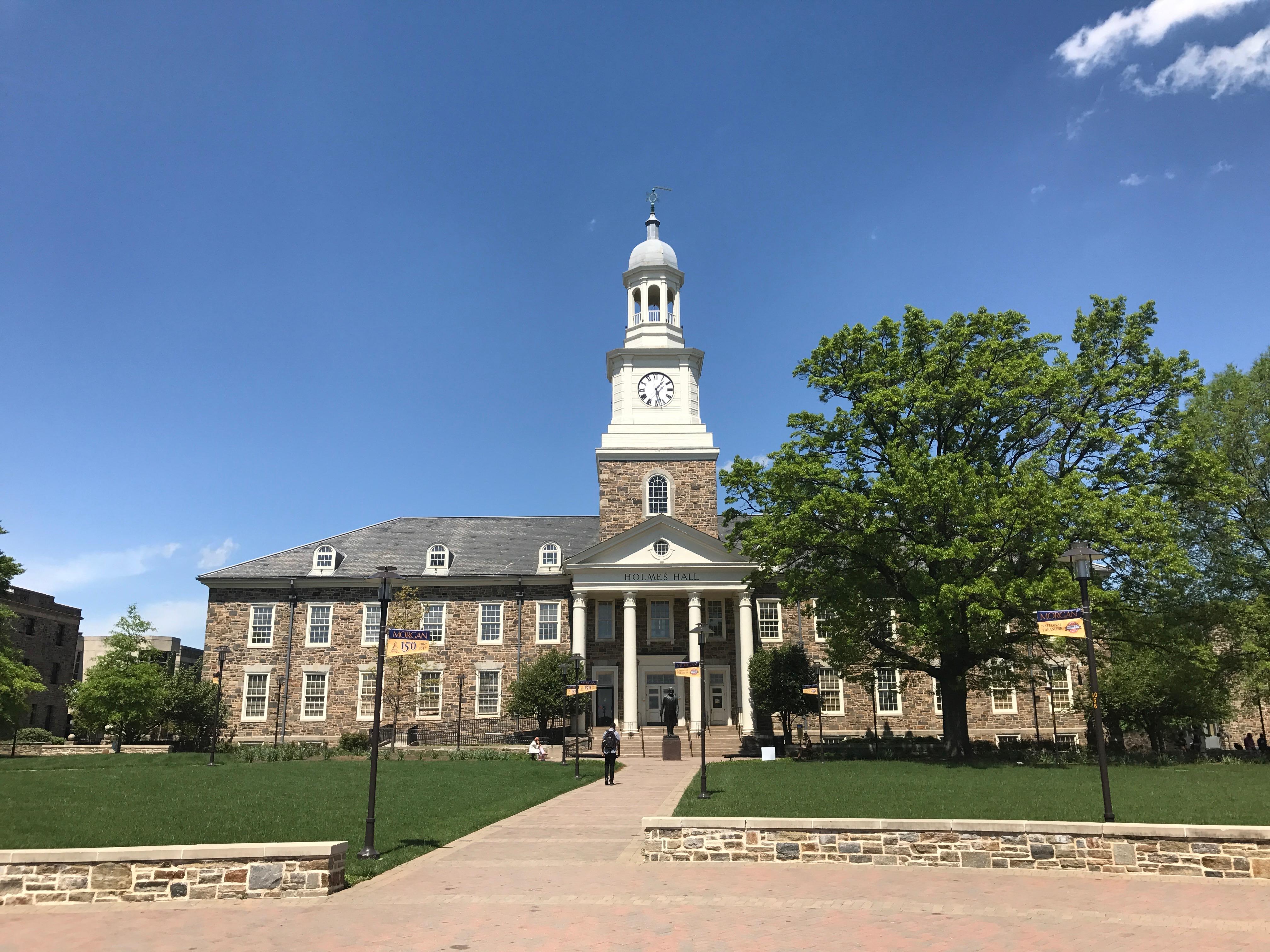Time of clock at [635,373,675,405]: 1:26
